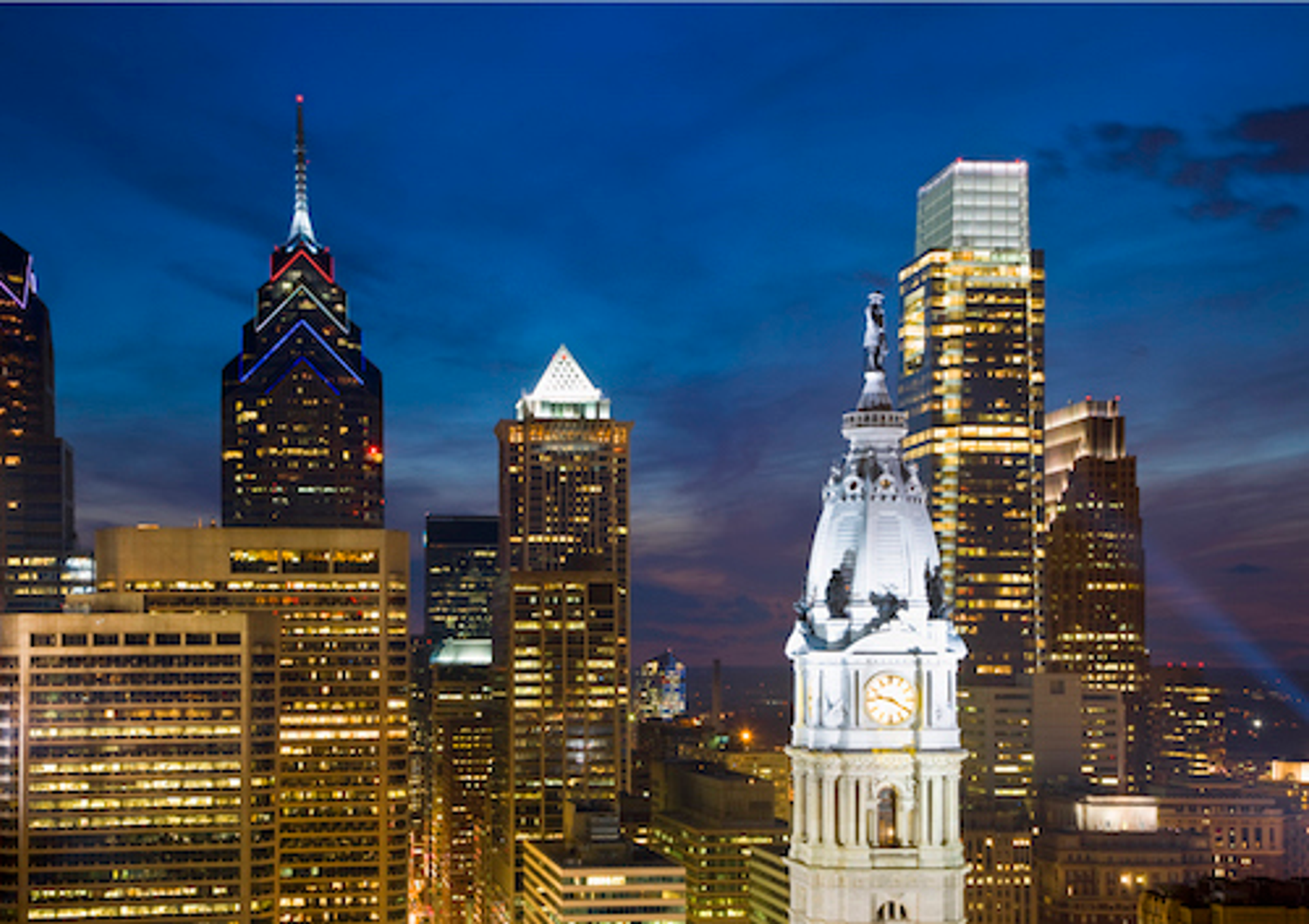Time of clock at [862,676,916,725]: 9:20
